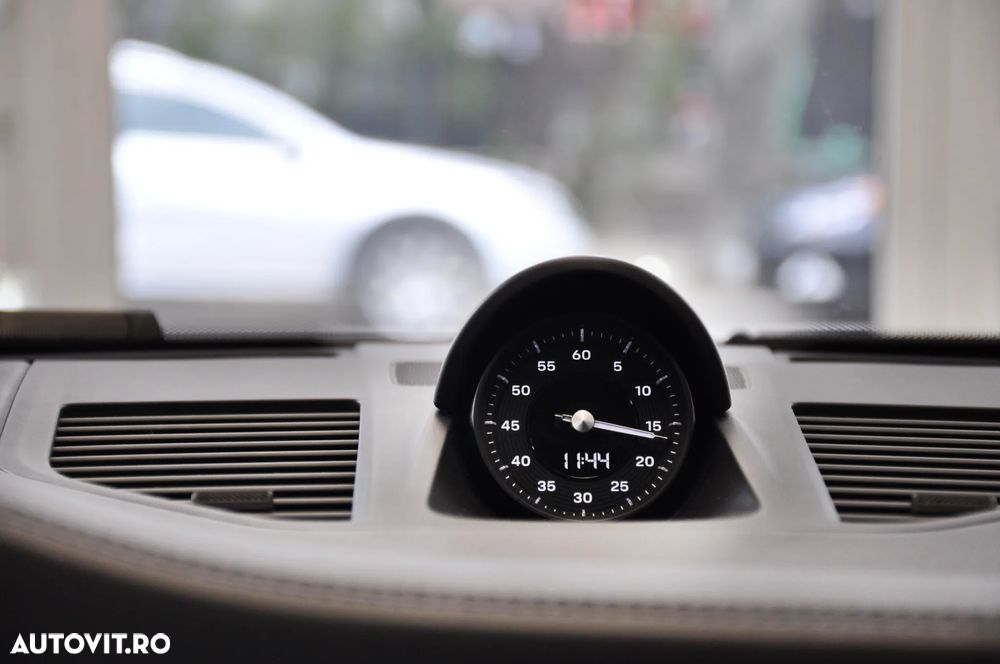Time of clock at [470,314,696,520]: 3:16
